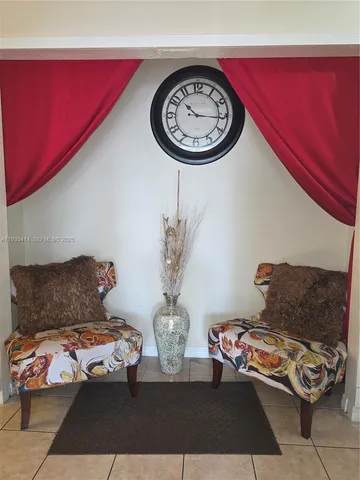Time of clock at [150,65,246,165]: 10:15
